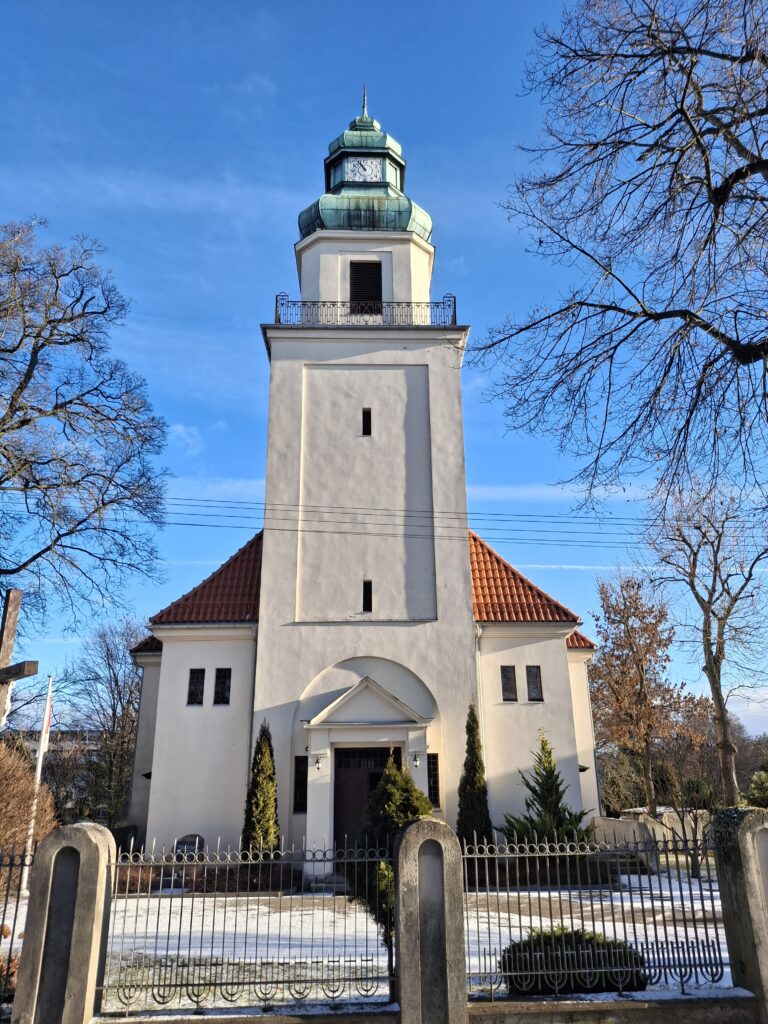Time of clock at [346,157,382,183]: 10:55
